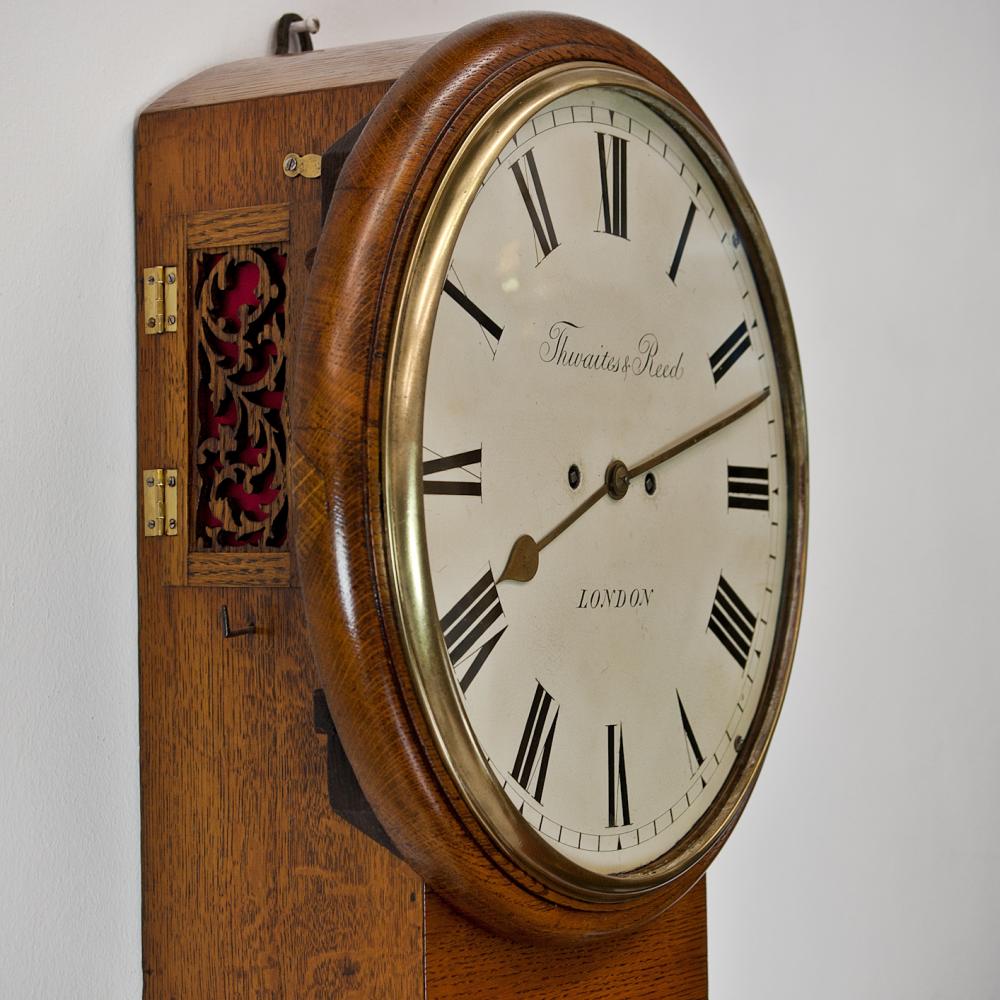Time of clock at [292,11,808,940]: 8:12
